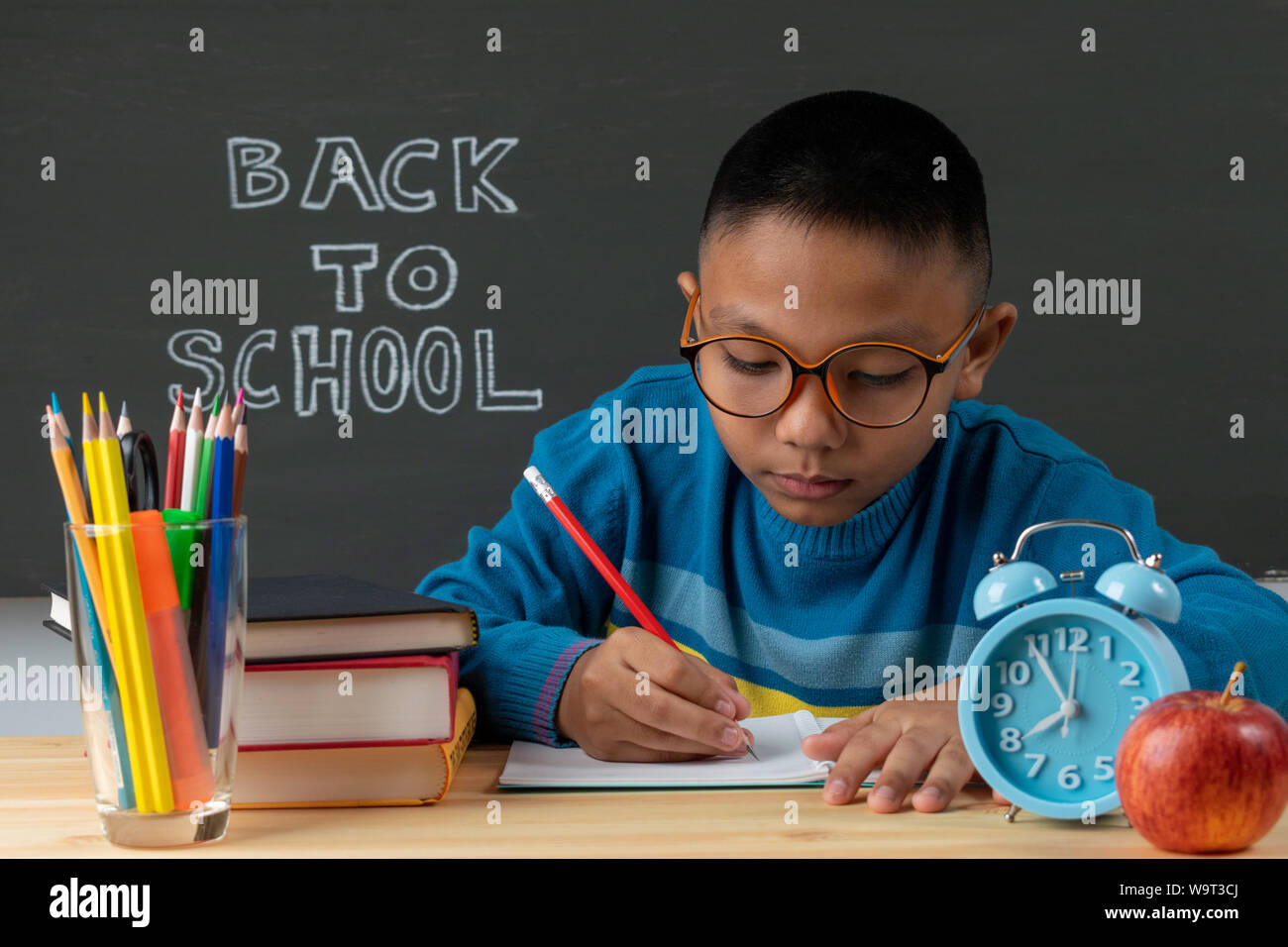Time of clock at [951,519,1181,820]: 7:54
